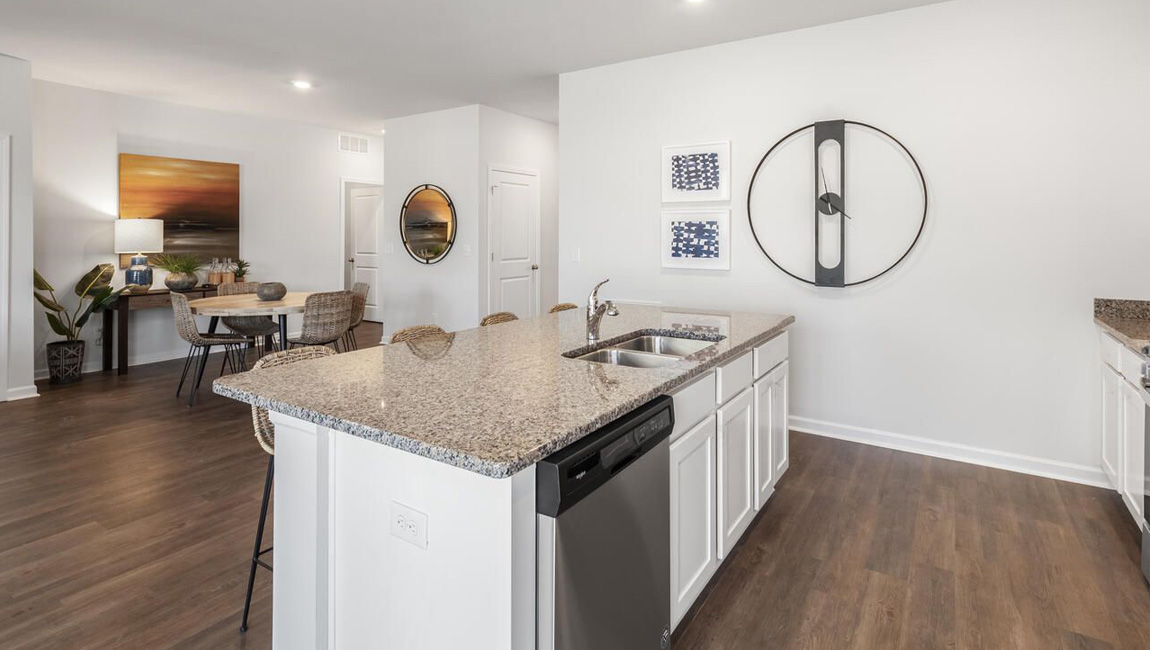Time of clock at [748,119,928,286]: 5:59
